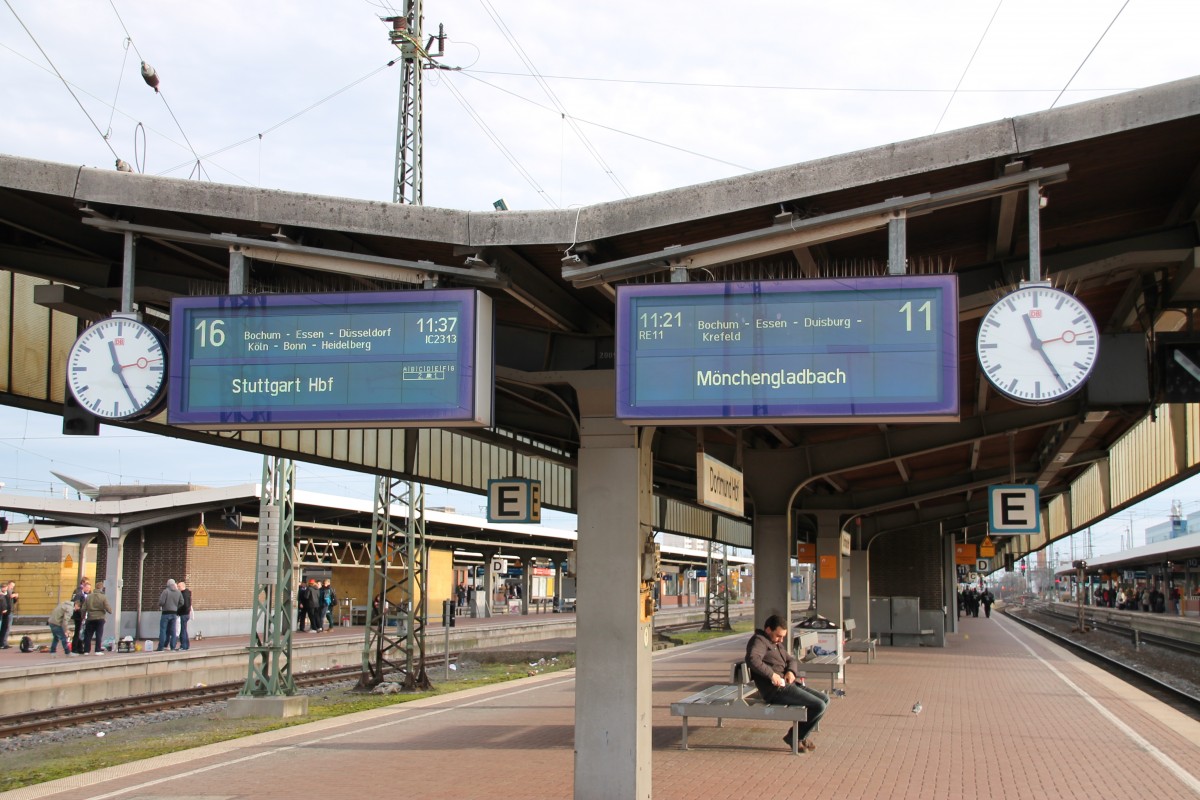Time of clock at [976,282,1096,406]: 11:24
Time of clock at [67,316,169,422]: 11:25
